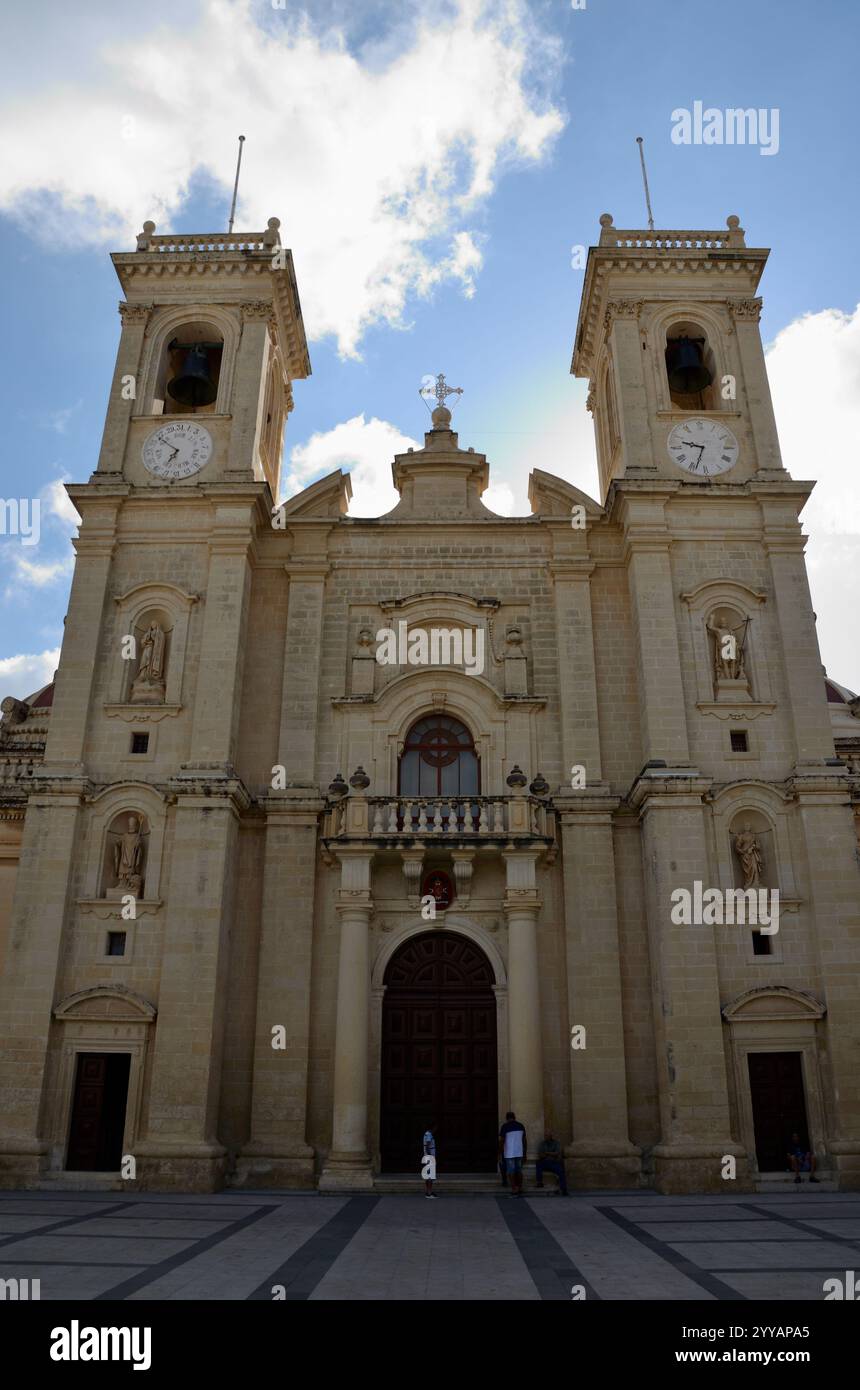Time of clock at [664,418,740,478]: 9:33
